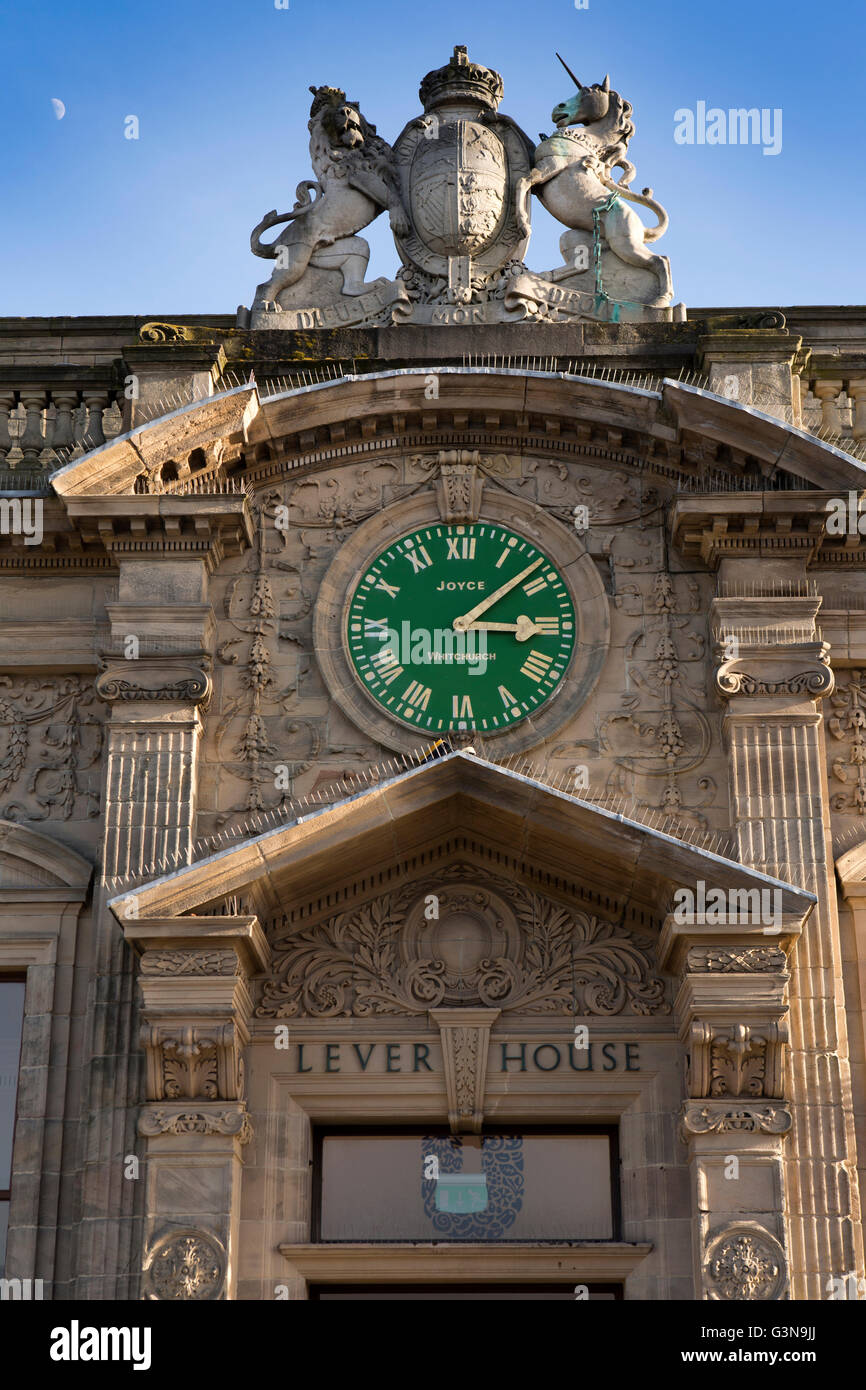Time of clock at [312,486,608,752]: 3:08
